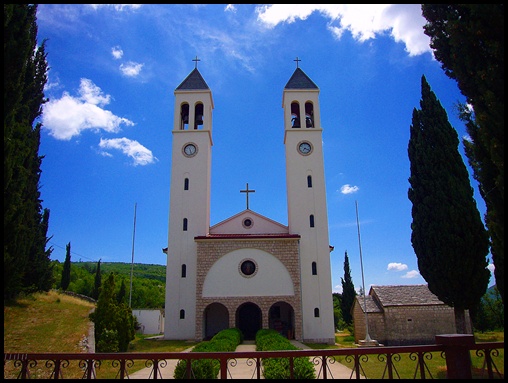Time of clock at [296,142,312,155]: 7:18
